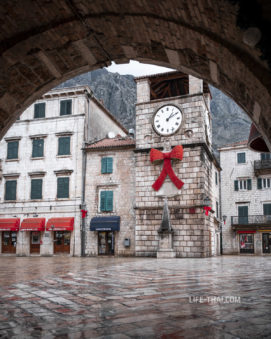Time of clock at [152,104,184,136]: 1:09
